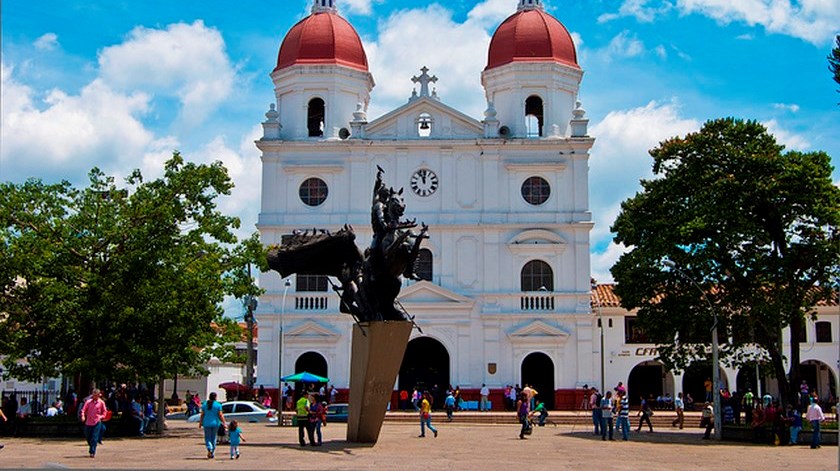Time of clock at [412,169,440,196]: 11:55
